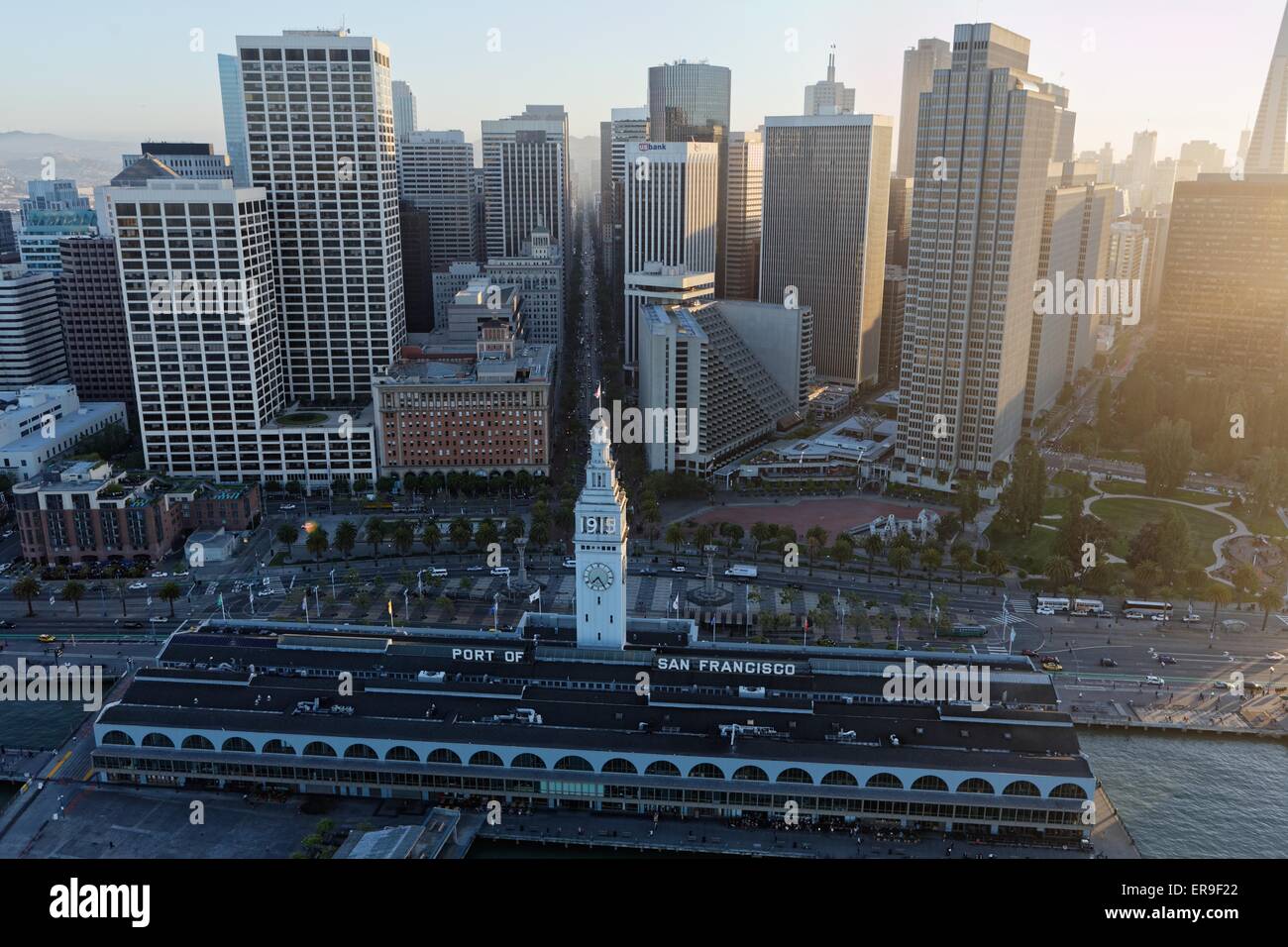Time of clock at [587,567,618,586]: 7:24
